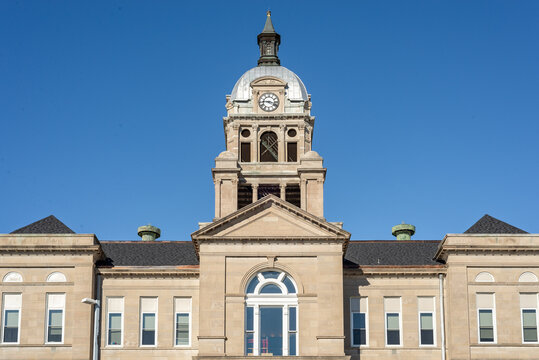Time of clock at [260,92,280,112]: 3:45
